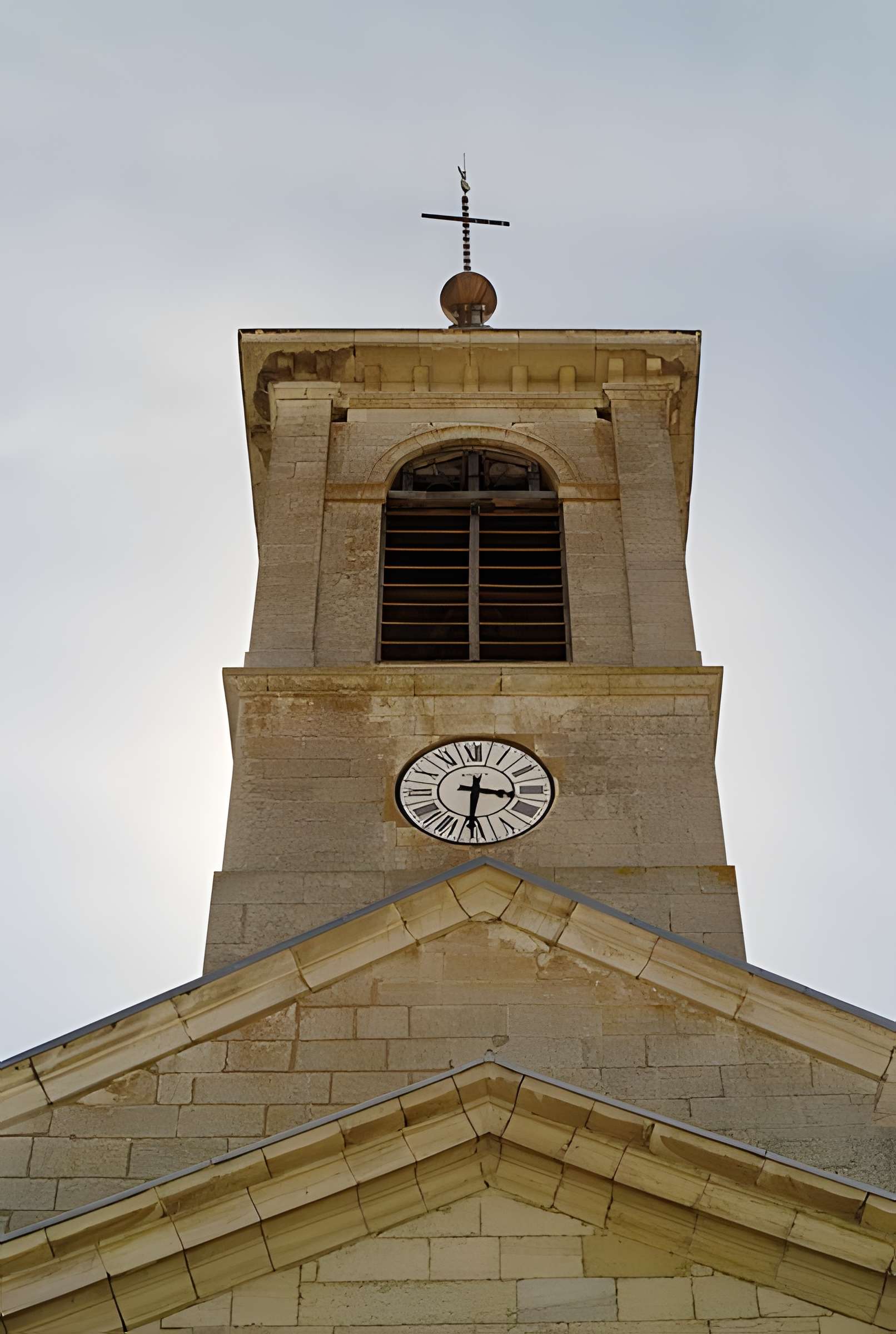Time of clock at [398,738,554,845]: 3:30
